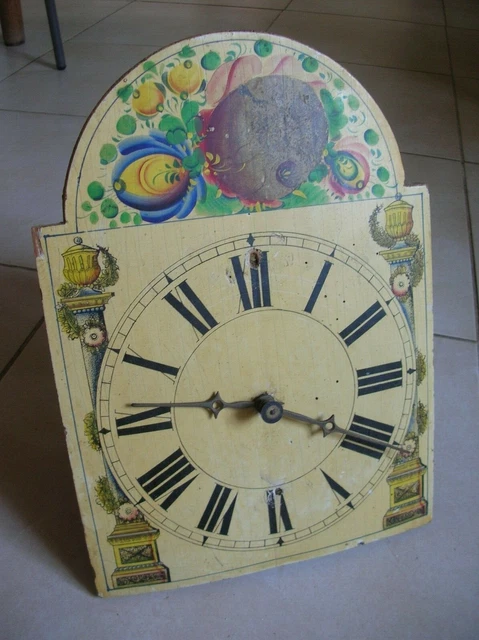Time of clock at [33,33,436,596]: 9:20
